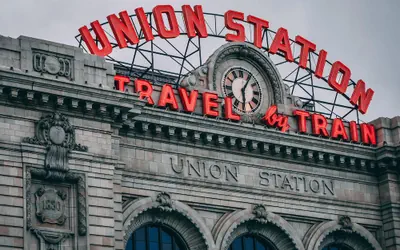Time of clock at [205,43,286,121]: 6:05
